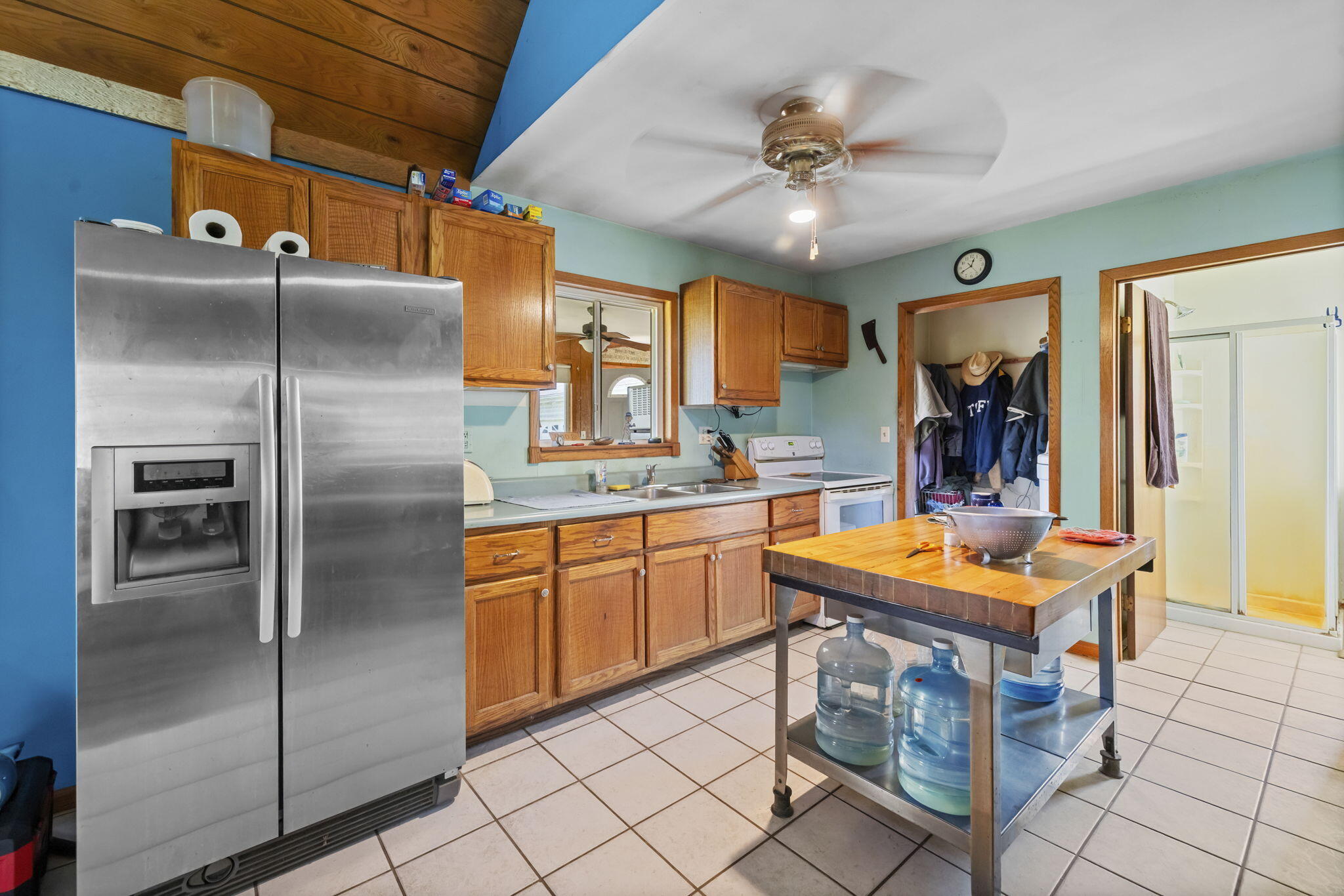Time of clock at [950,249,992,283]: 12:40
